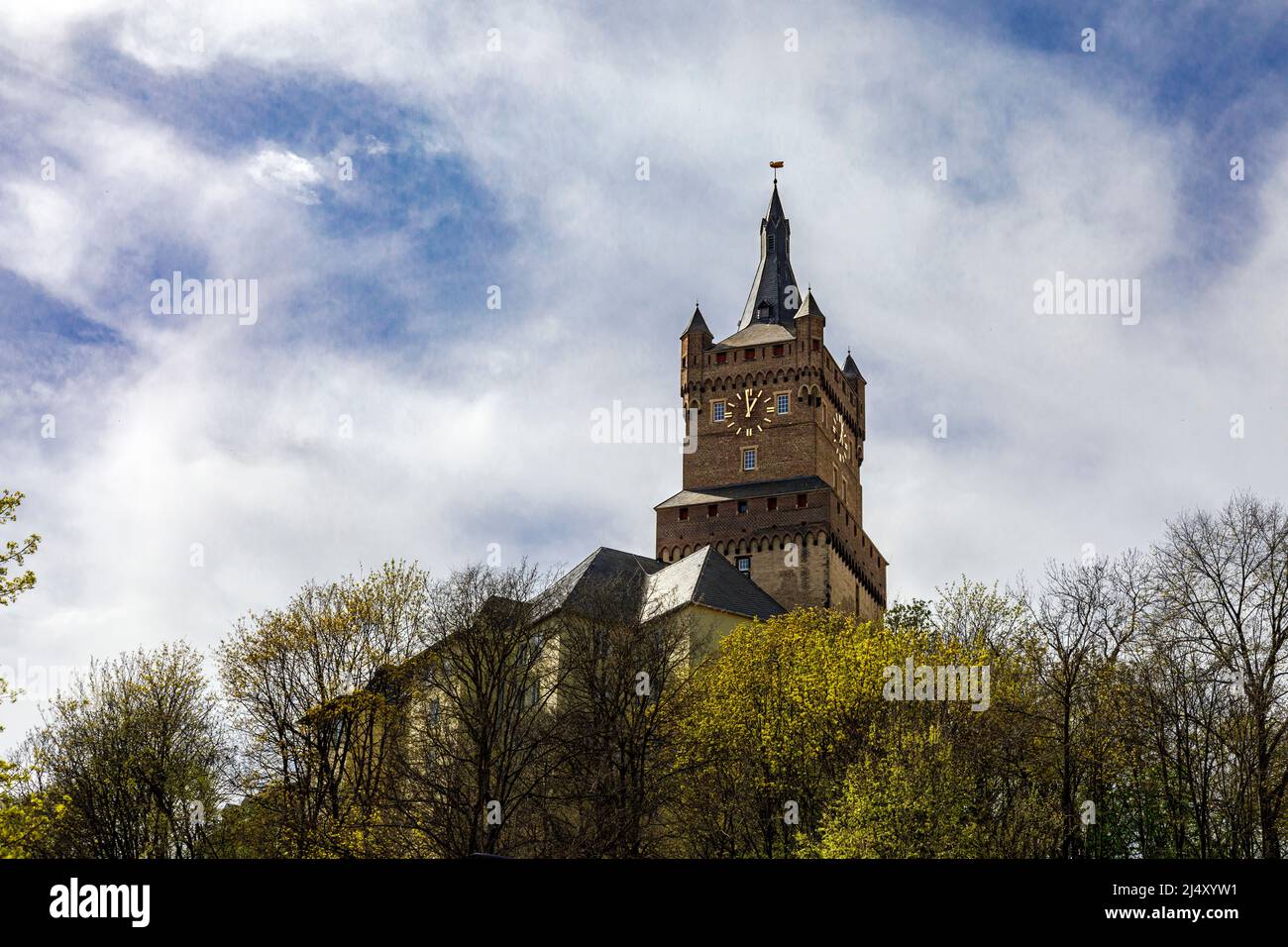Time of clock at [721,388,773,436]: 12:59
